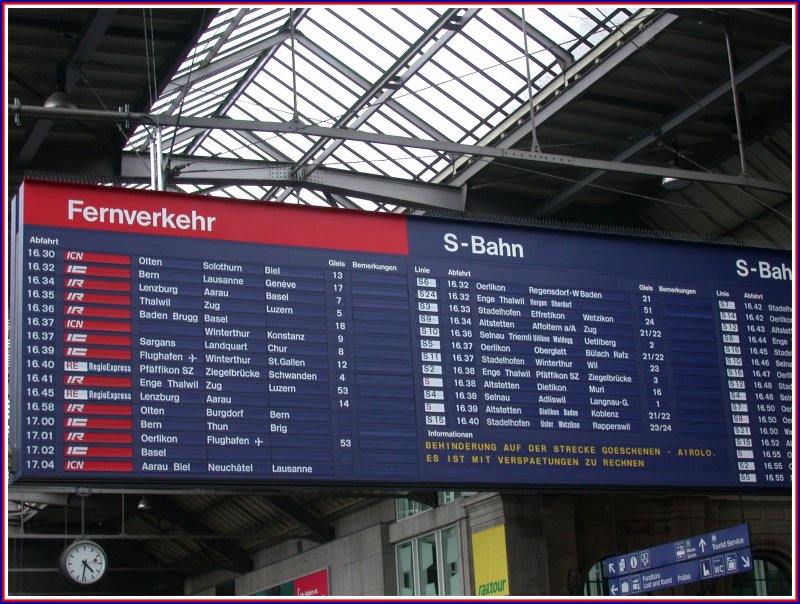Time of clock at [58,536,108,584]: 4:31
